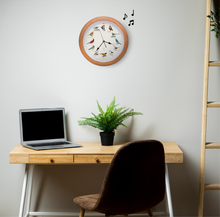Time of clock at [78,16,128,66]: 3:36
